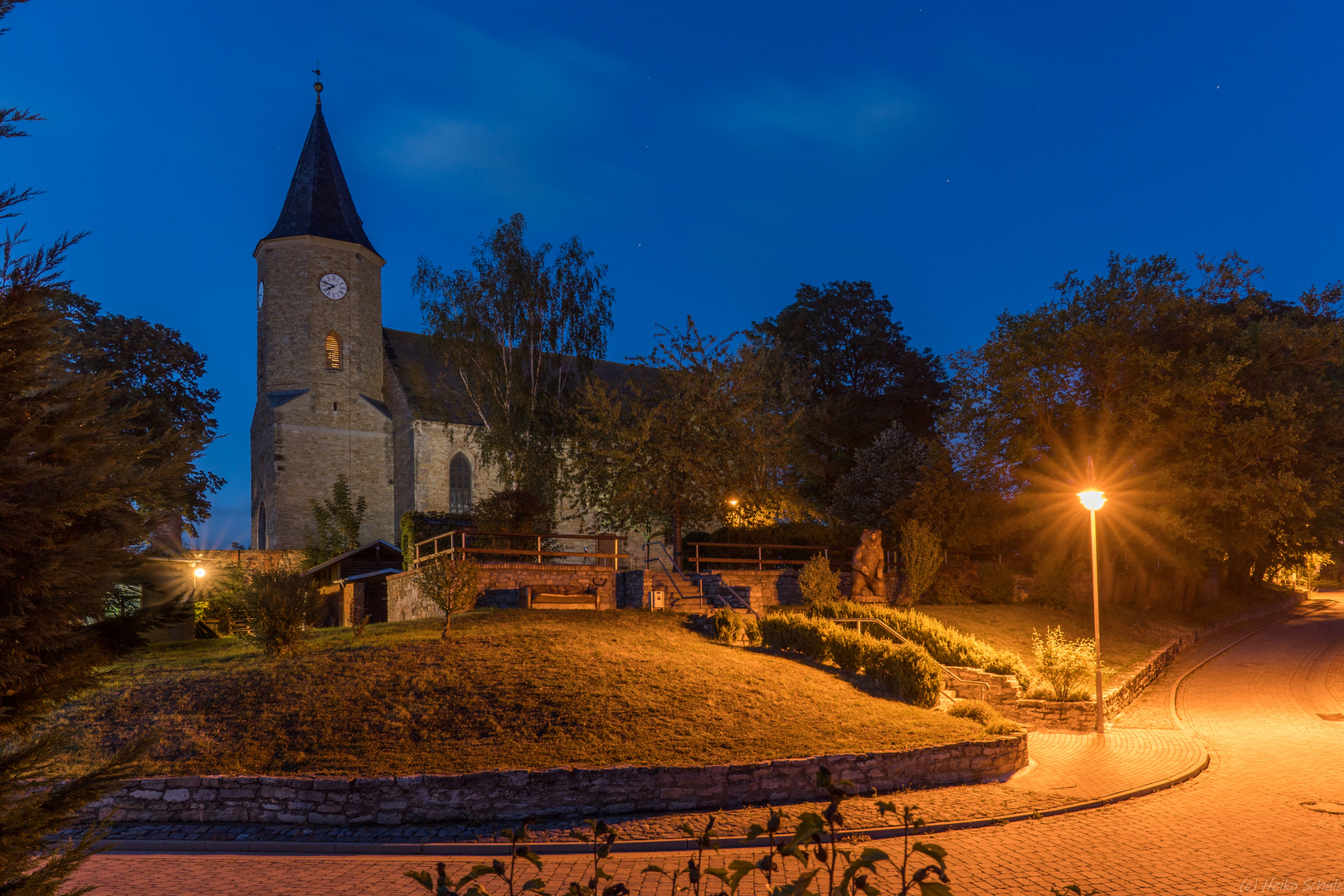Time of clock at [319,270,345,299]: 7:47
